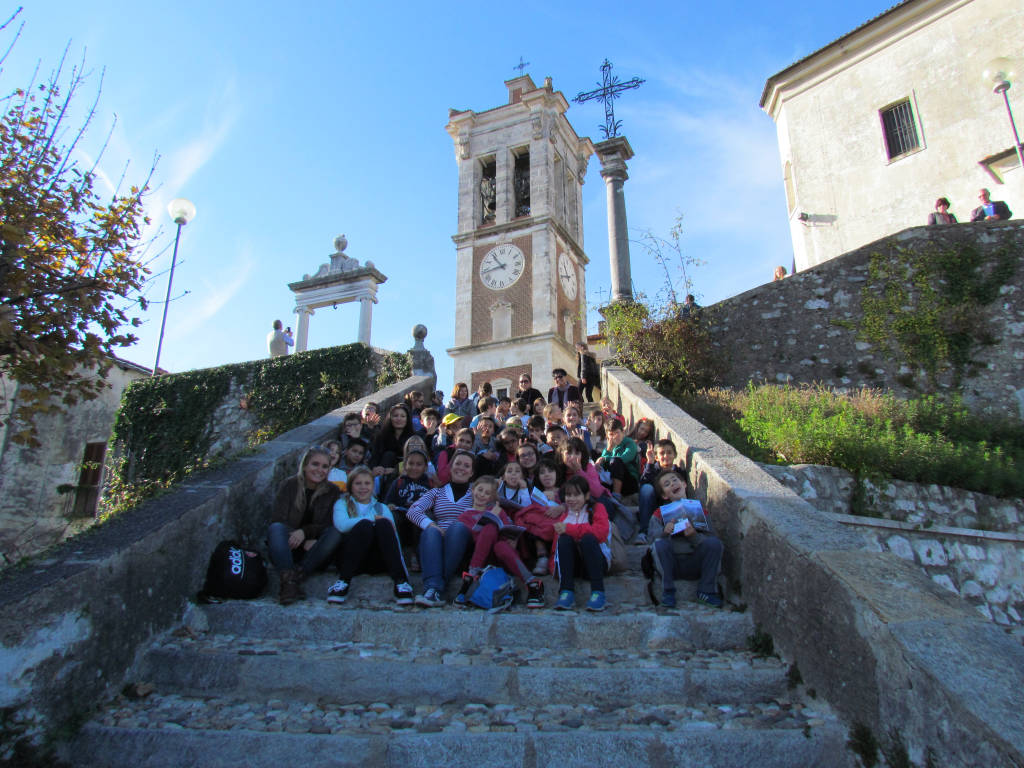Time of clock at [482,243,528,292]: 10:43
